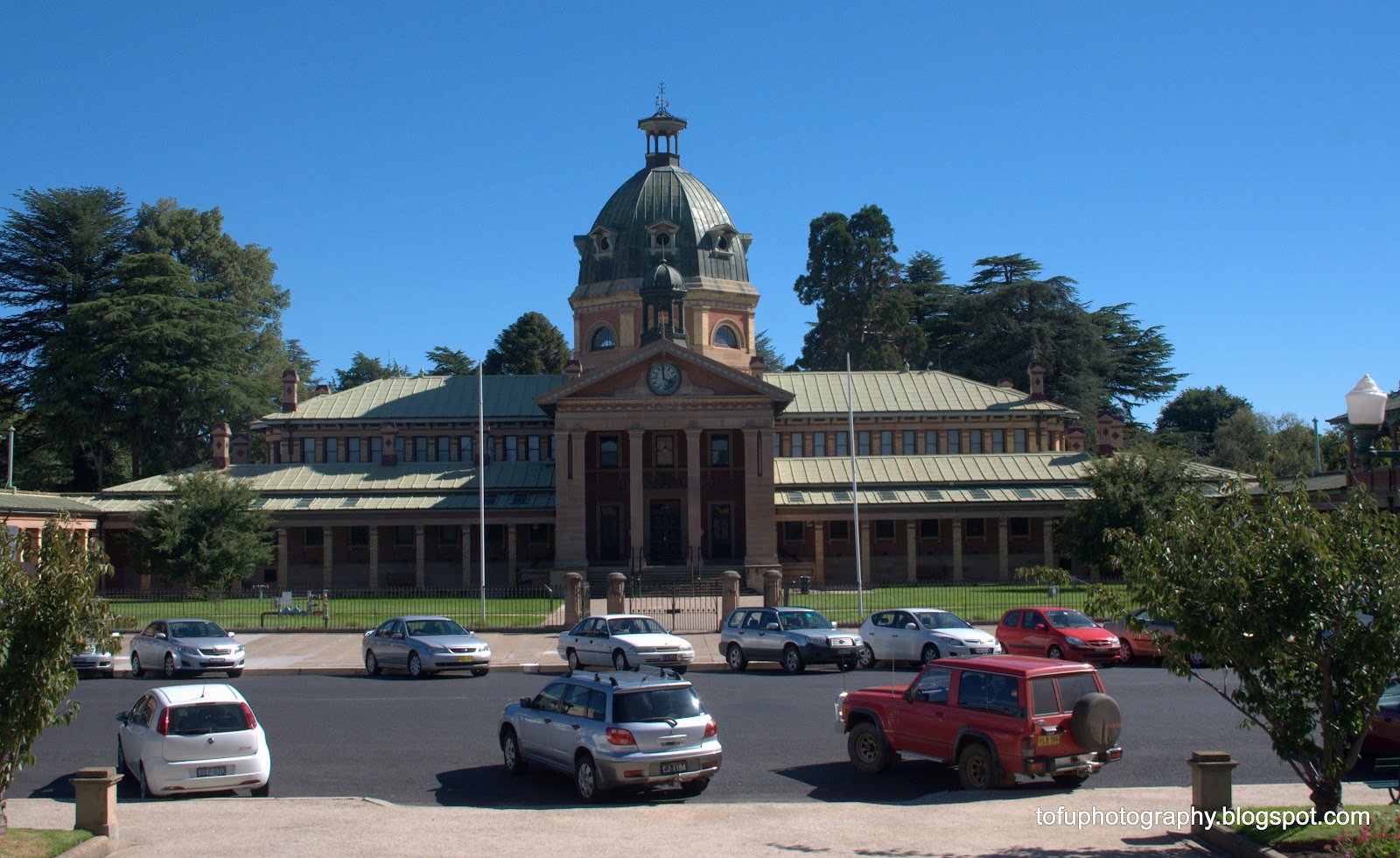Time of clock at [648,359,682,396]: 3:58
